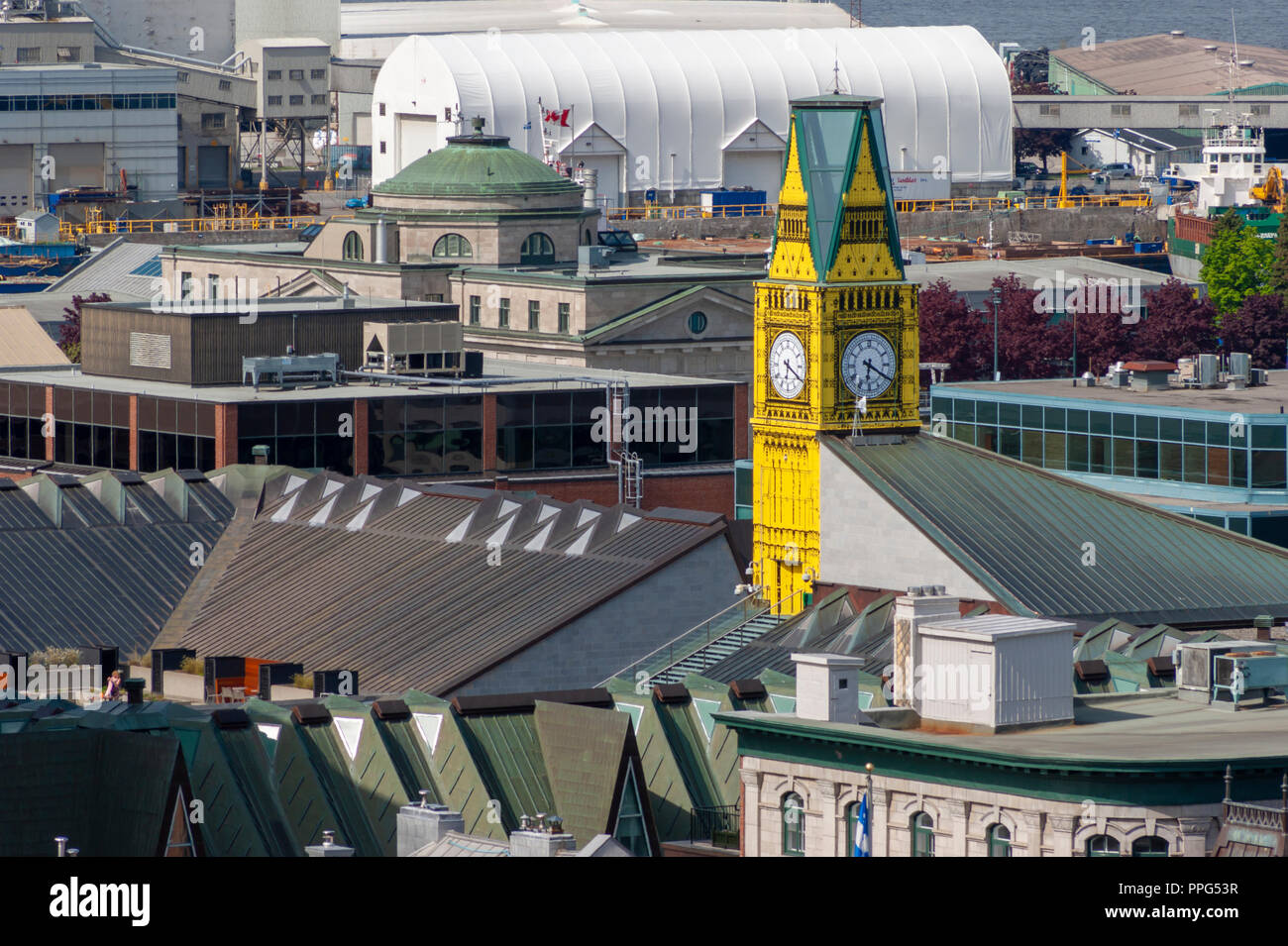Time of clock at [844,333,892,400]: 6:20
